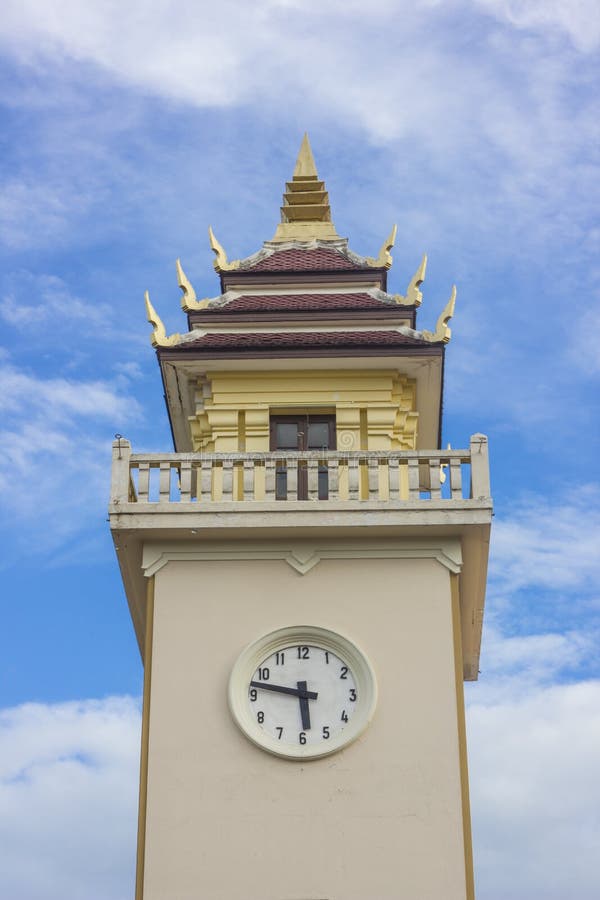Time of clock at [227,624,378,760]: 5:47
